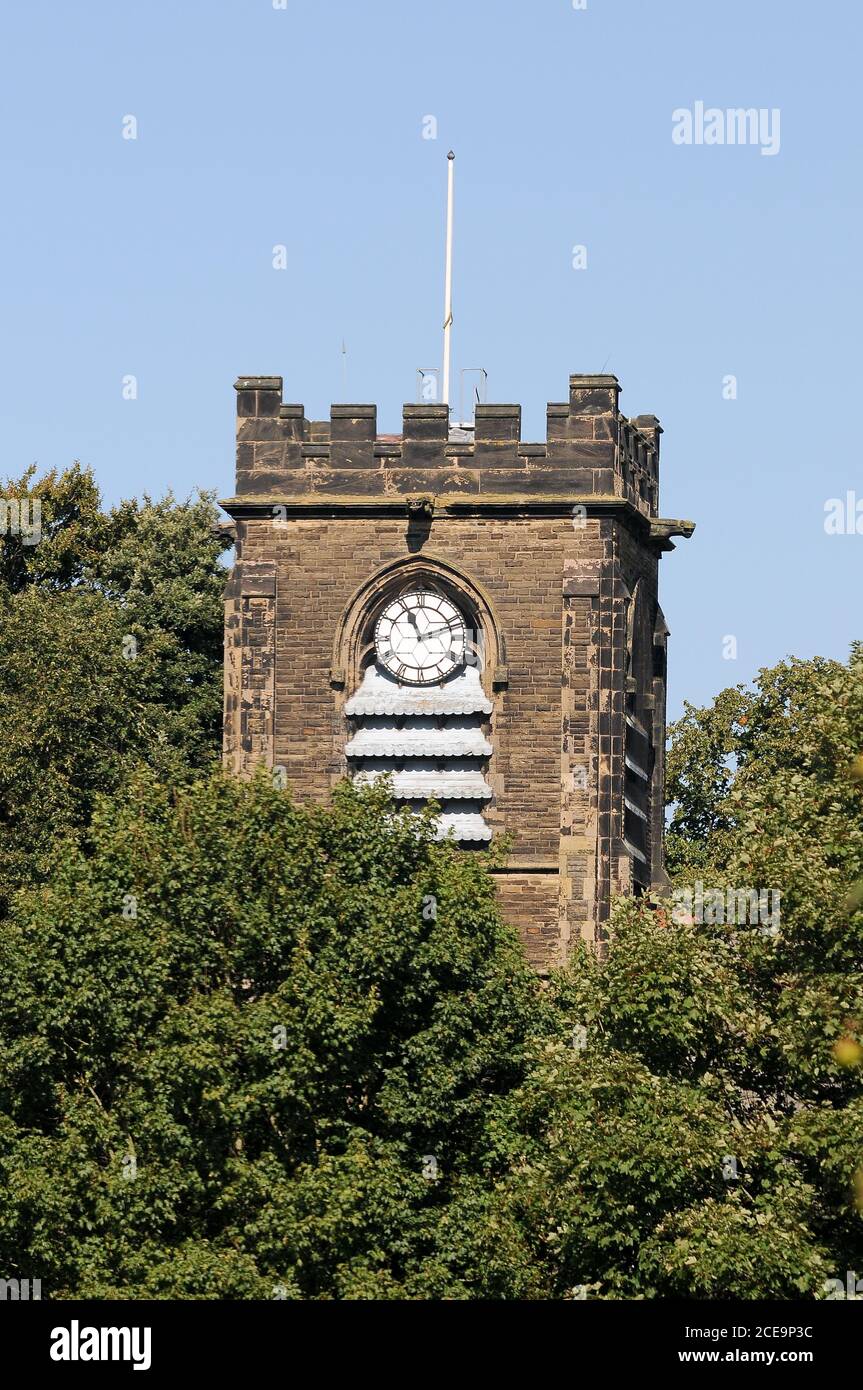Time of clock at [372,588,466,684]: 11:11
